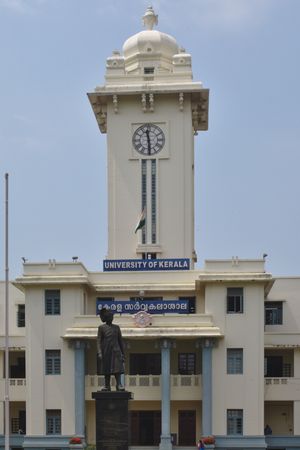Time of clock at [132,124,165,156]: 11:29
